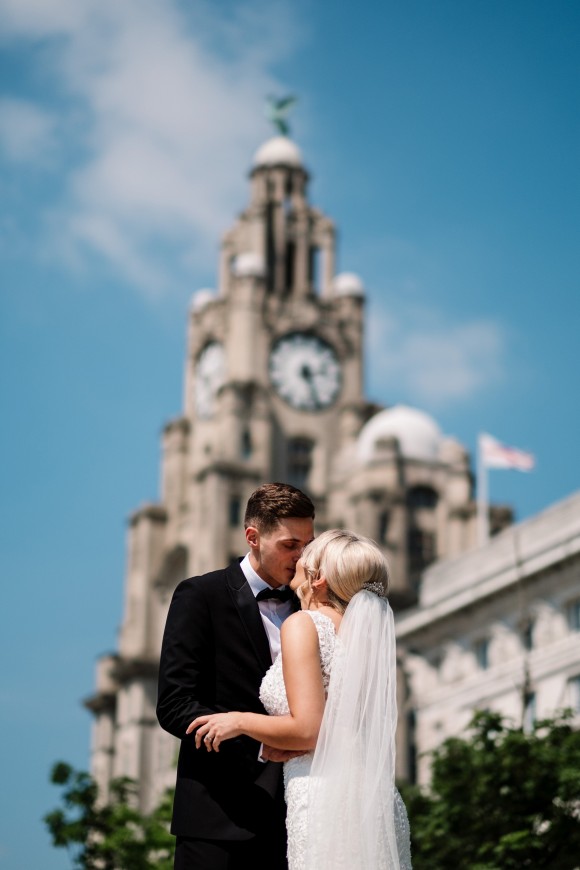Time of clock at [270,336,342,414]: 2:26
